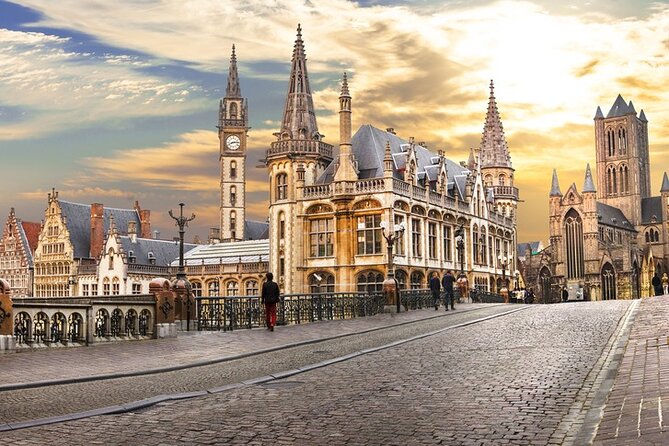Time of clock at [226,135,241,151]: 8:14
